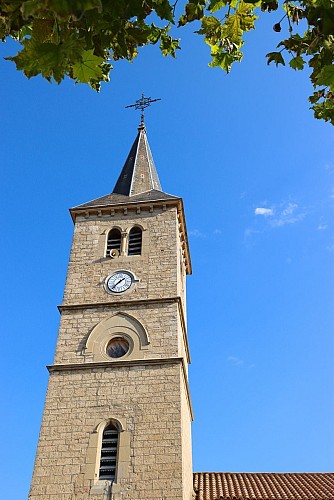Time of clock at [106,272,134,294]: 1:36
